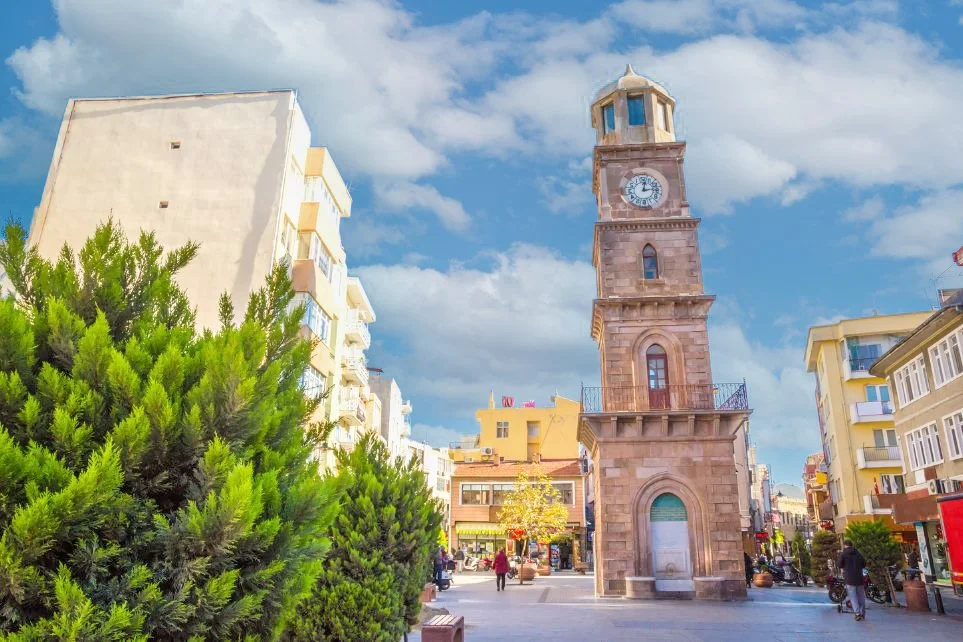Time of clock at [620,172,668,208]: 12:13
